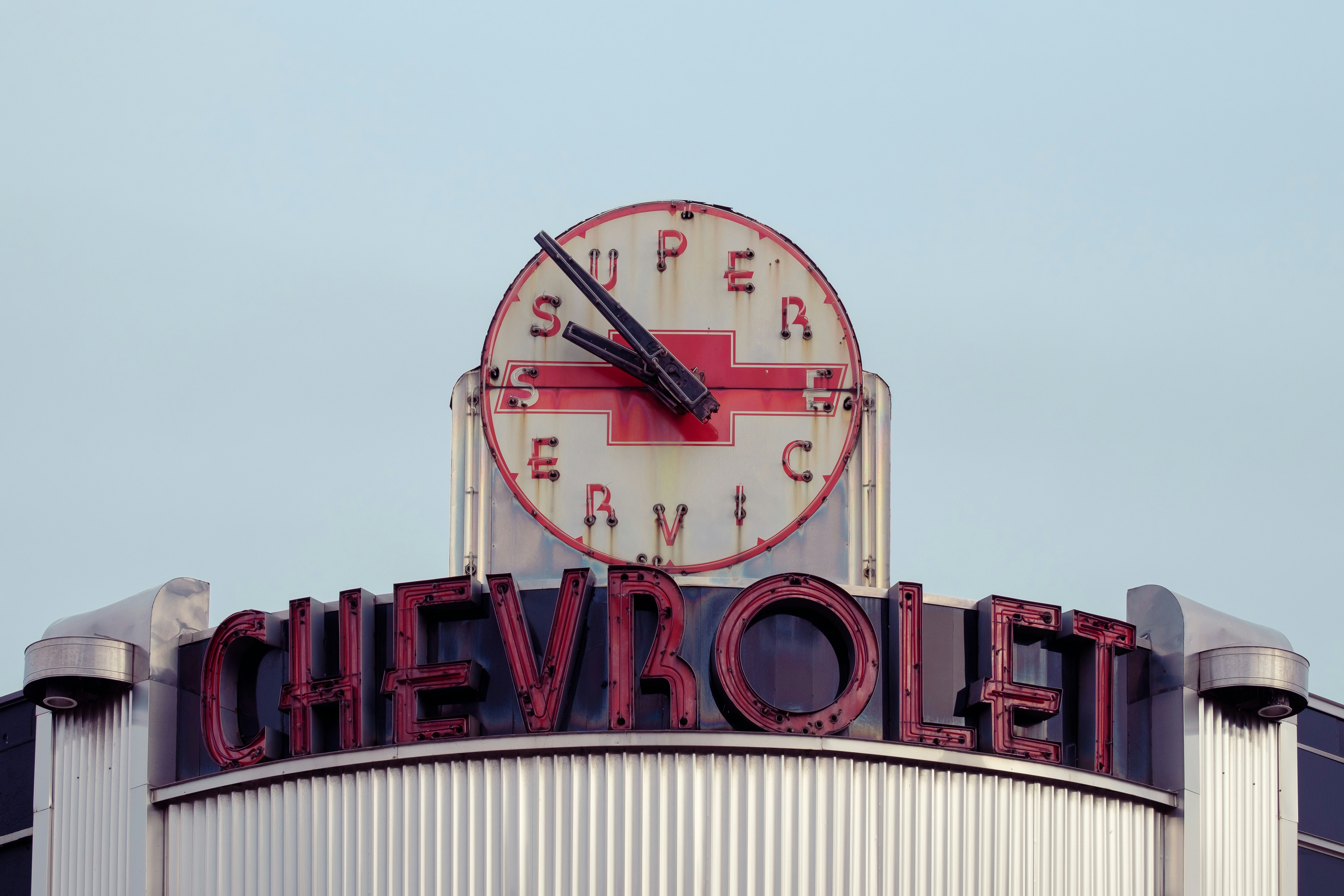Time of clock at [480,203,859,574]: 9:52
